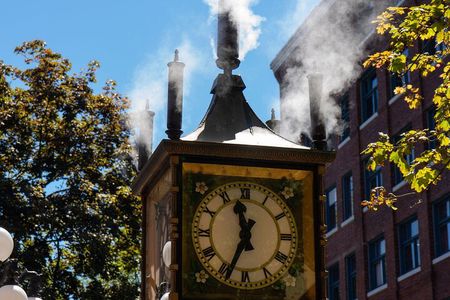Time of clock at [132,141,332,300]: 11:34
